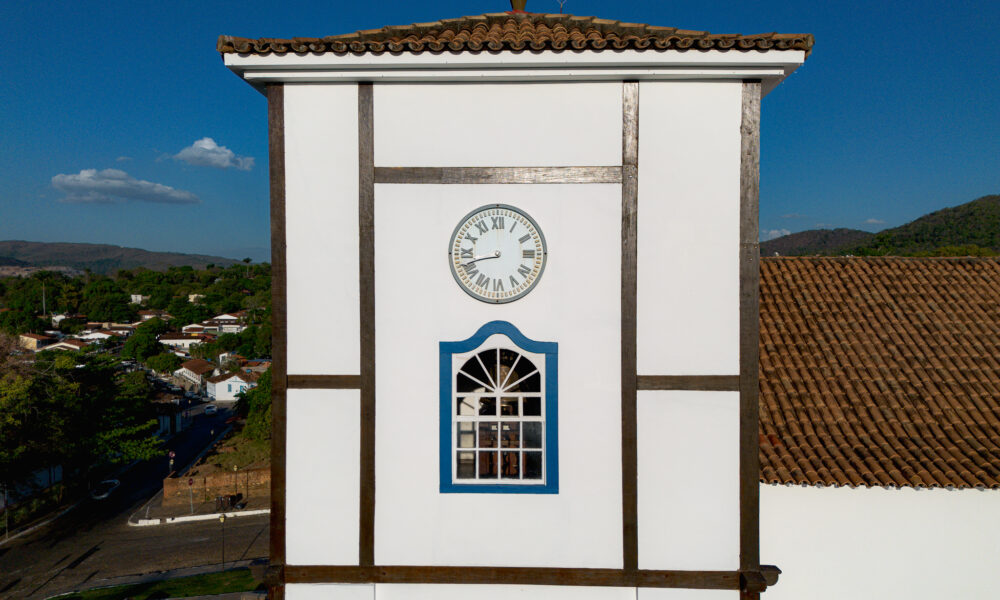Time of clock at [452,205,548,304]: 8:42
